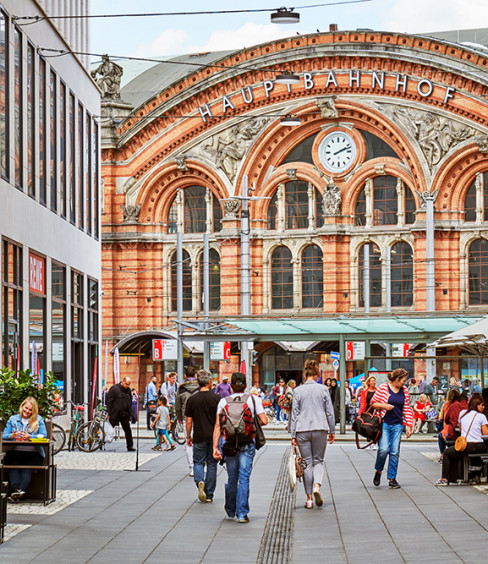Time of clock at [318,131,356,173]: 2:11
